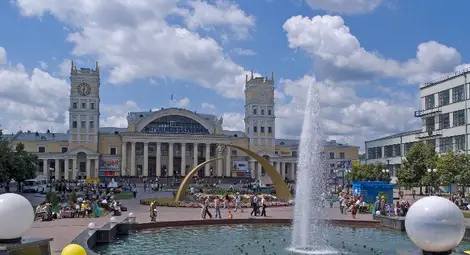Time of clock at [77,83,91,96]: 12:32
